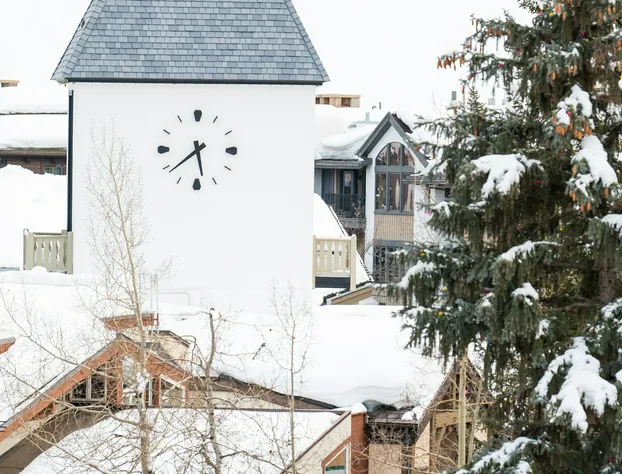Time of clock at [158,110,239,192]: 5:38
